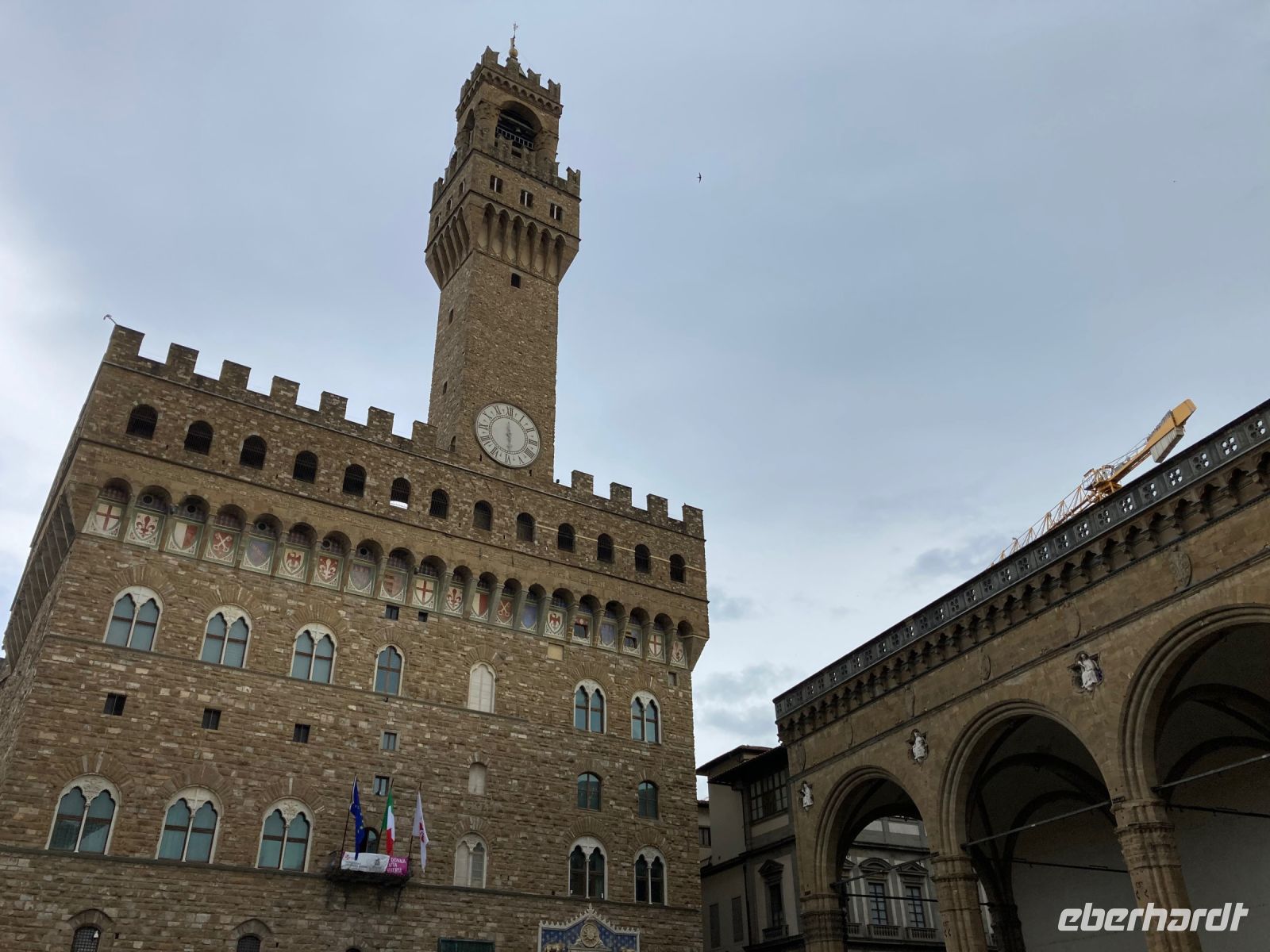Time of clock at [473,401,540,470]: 5:59
